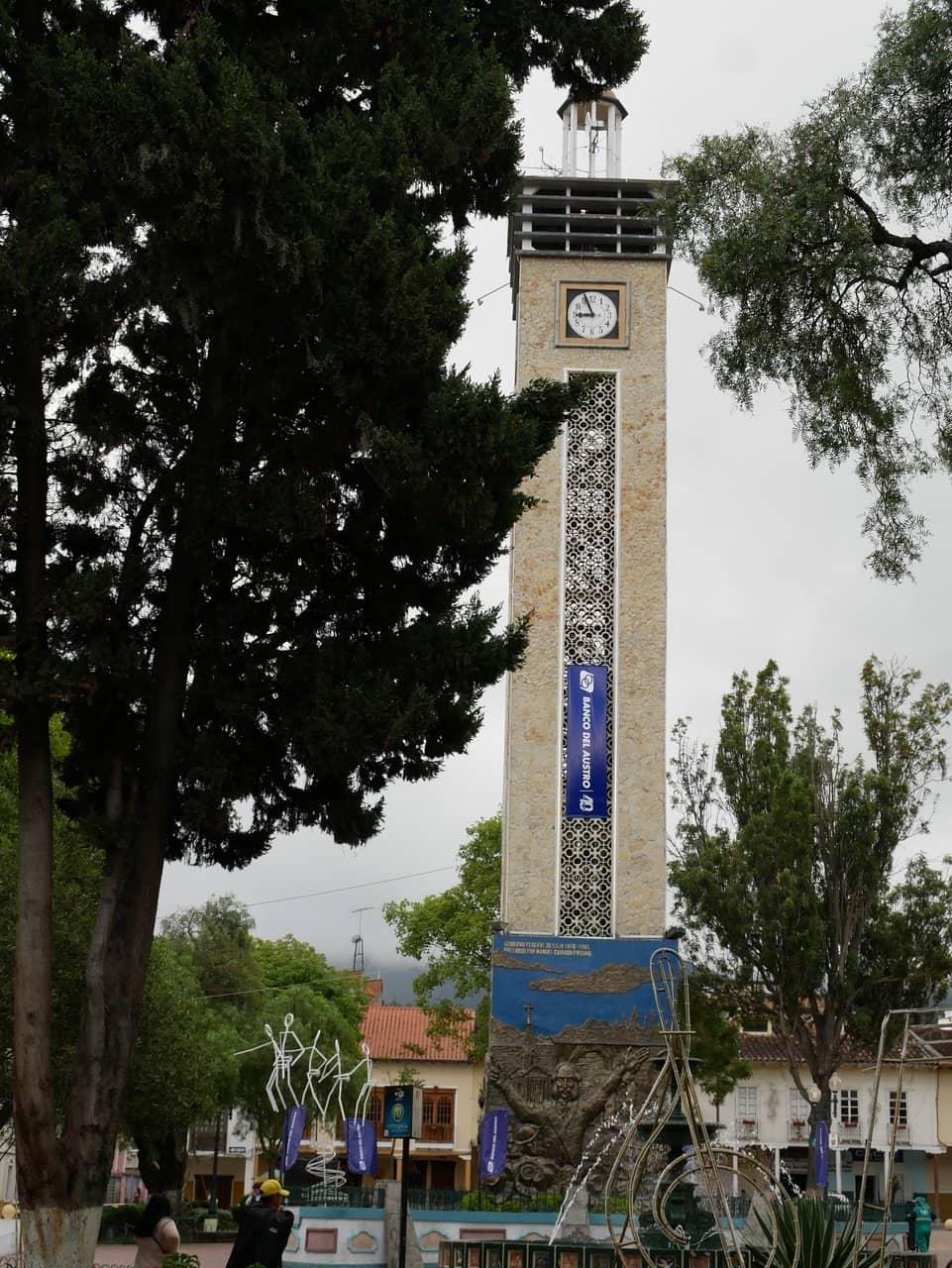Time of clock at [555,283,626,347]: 8:56
